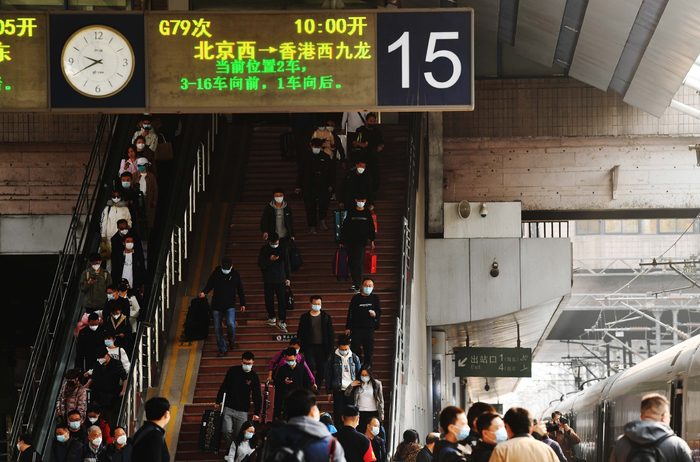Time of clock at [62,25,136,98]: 9:40
